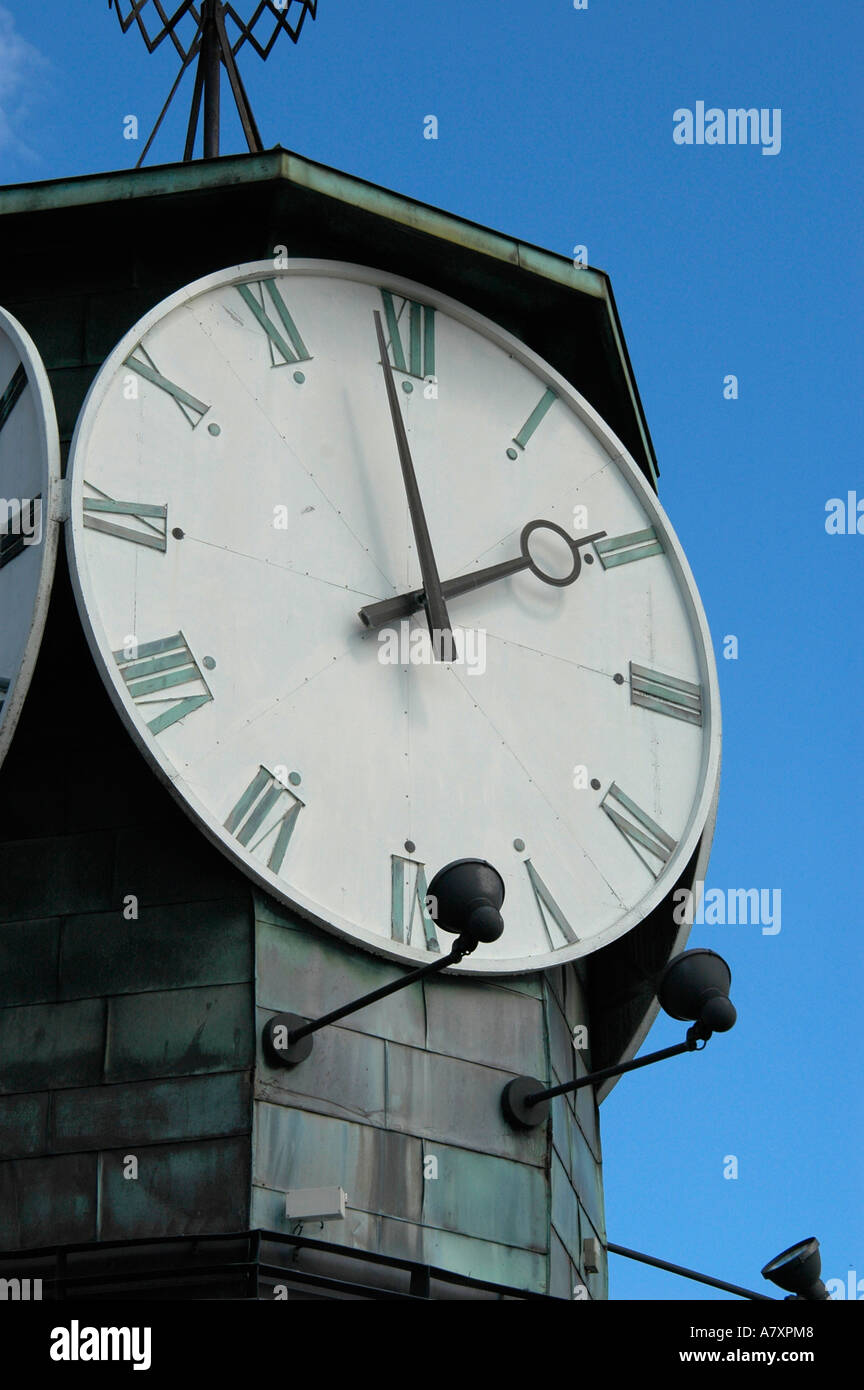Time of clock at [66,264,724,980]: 1:58
